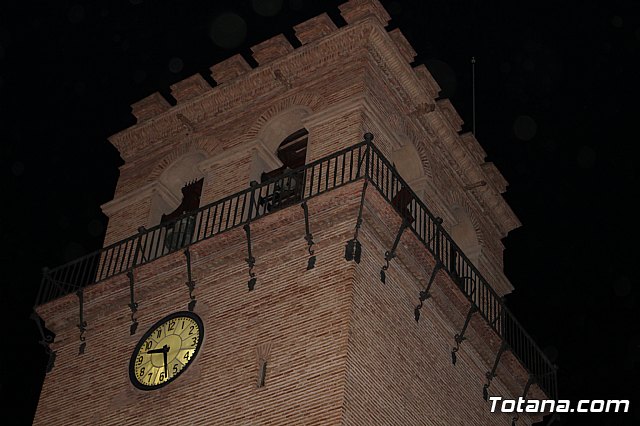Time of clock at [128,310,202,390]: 9:28
